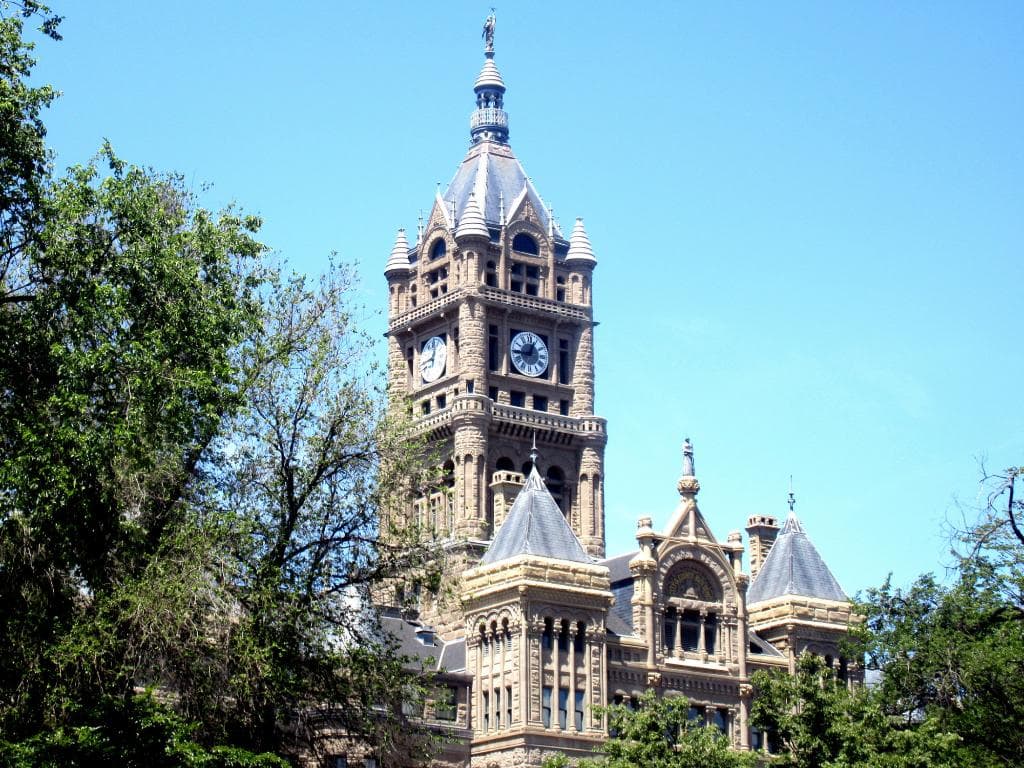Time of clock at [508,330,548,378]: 12:44
